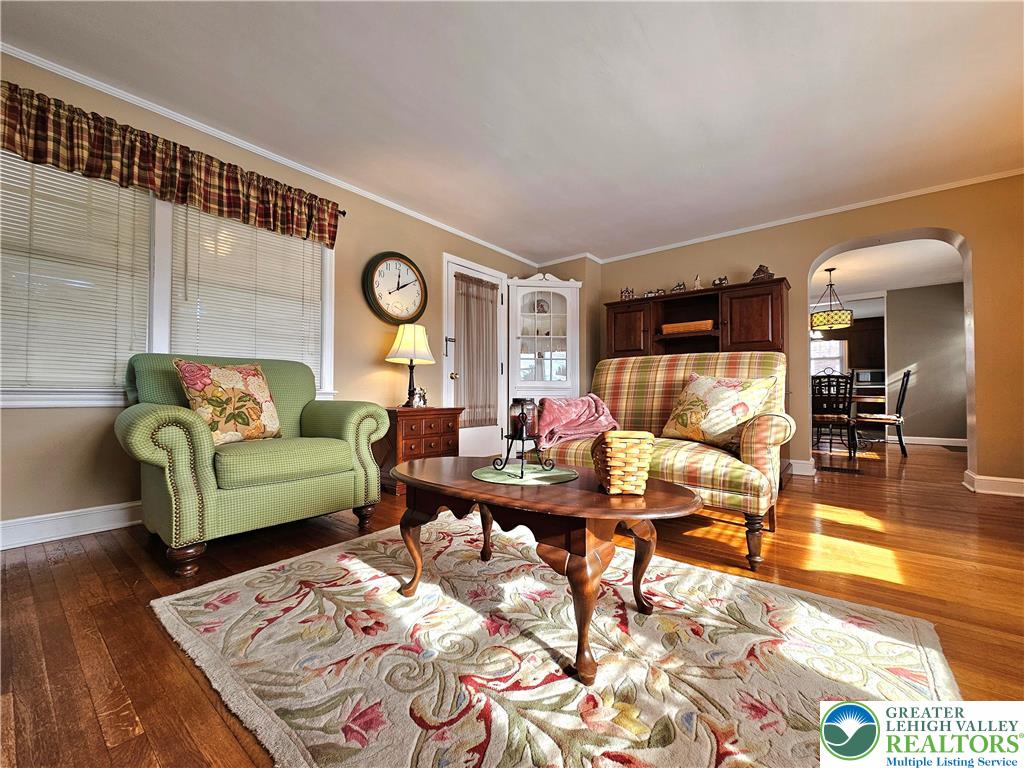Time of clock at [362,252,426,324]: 12:09
